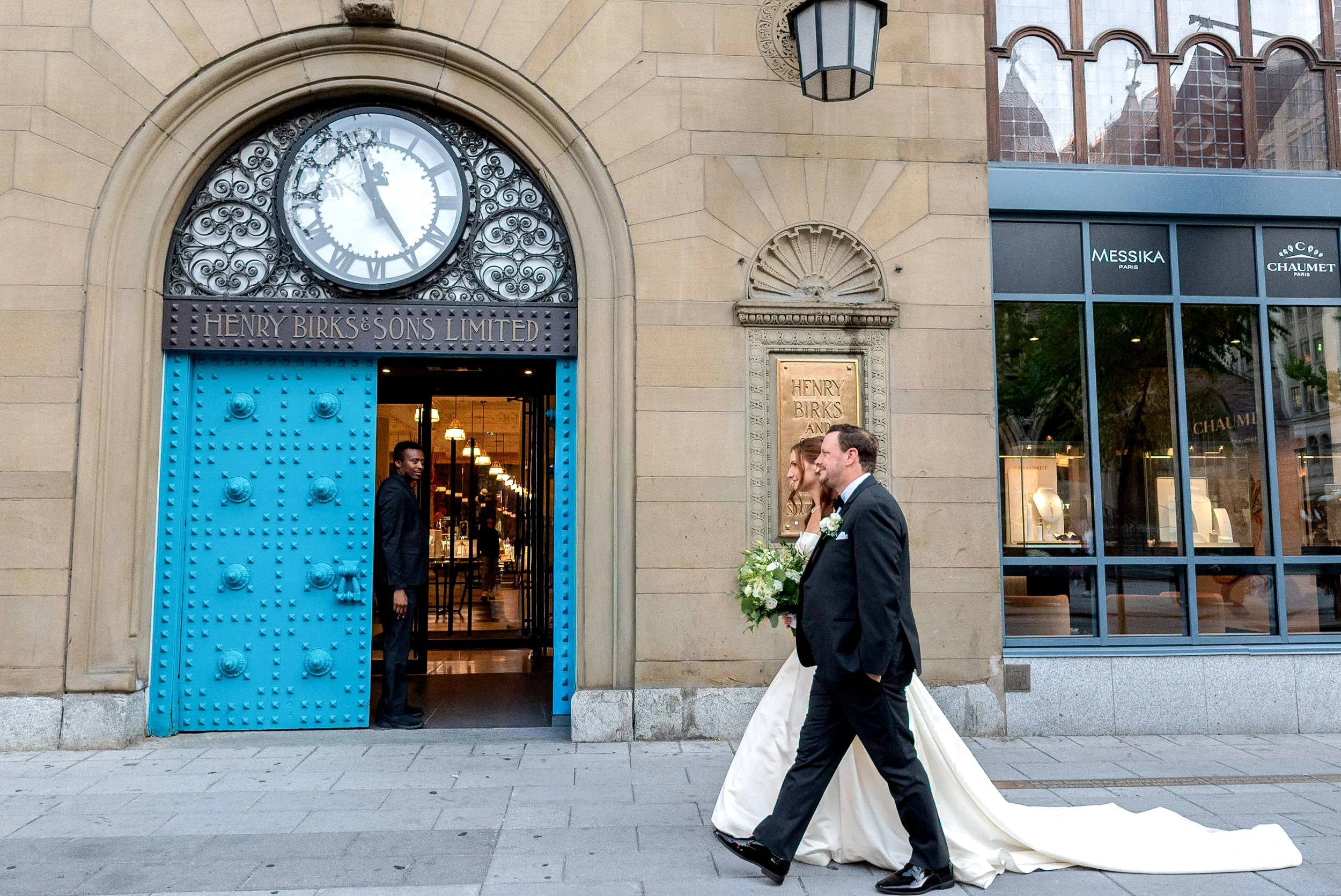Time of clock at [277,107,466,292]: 11:24
